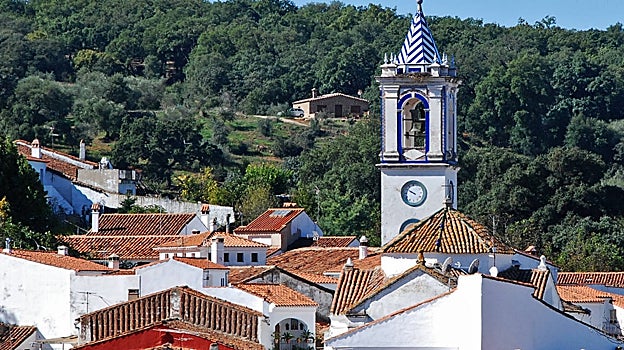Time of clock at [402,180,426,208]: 9:50
